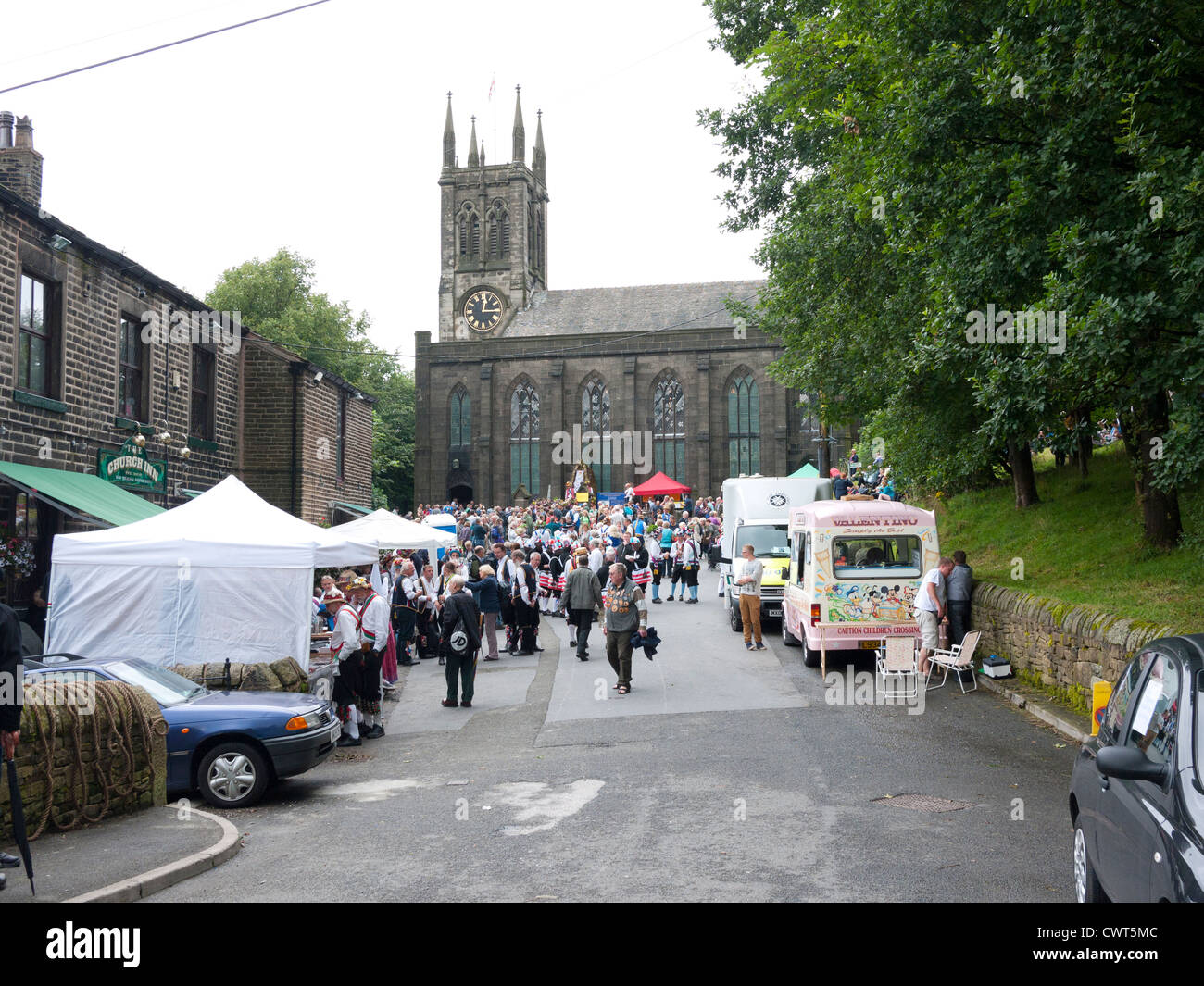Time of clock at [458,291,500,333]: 12:14
